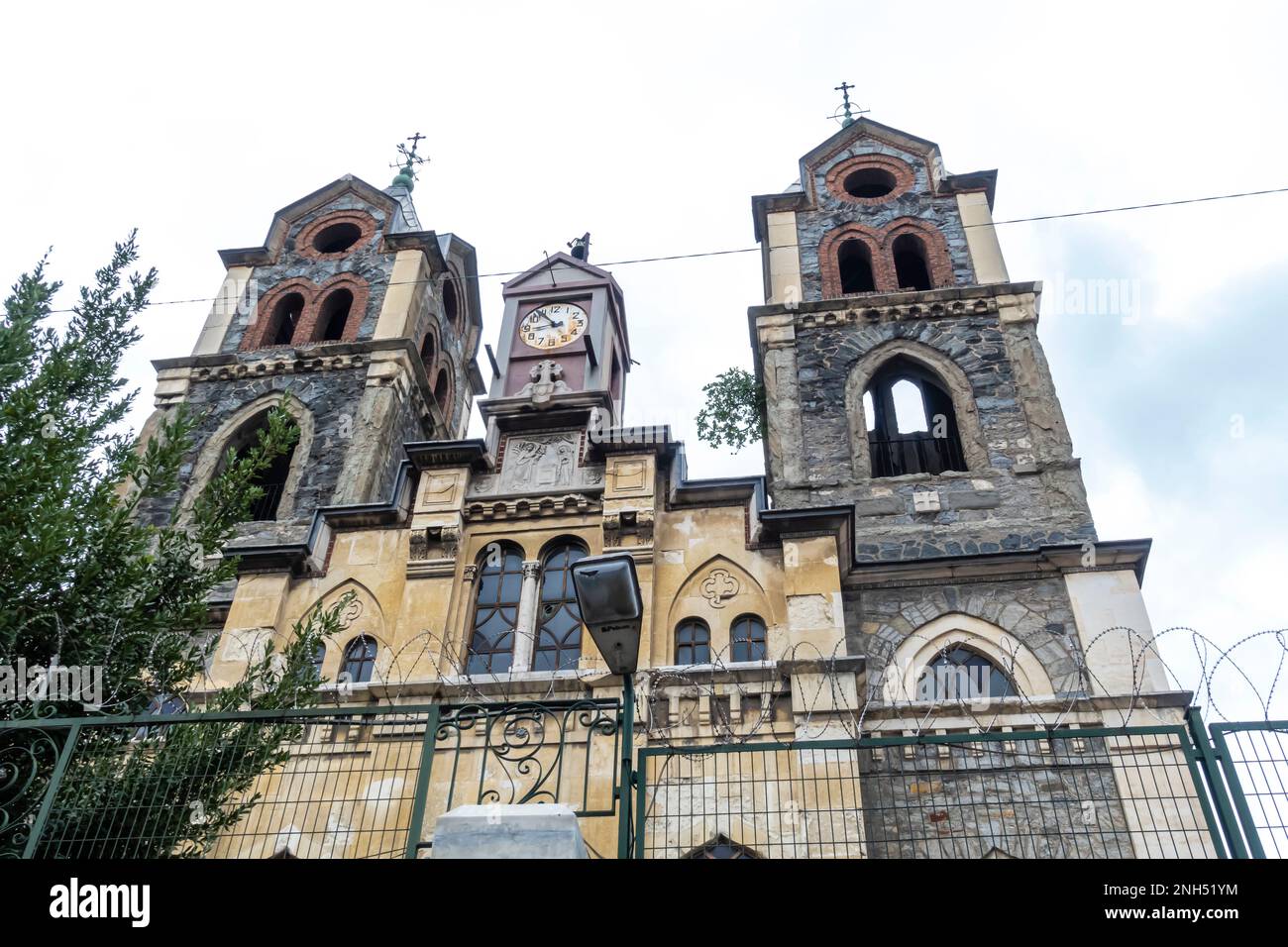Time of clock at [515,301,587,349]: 8:53
